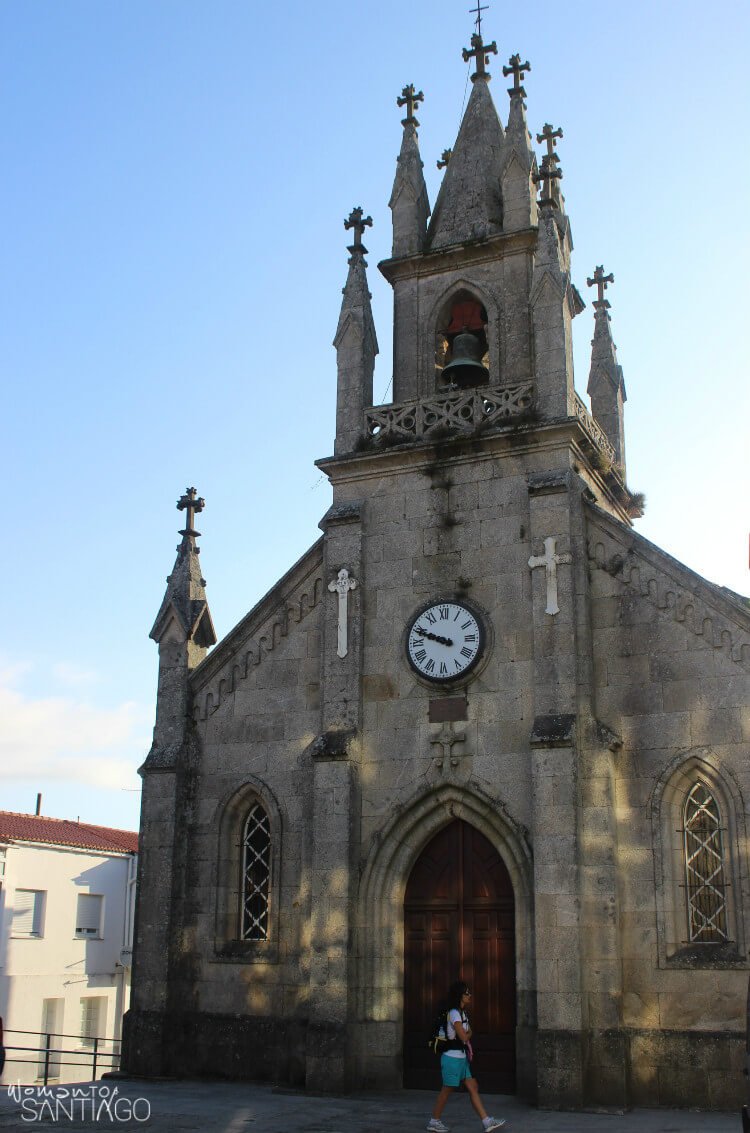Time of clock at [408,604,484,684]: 9:48
